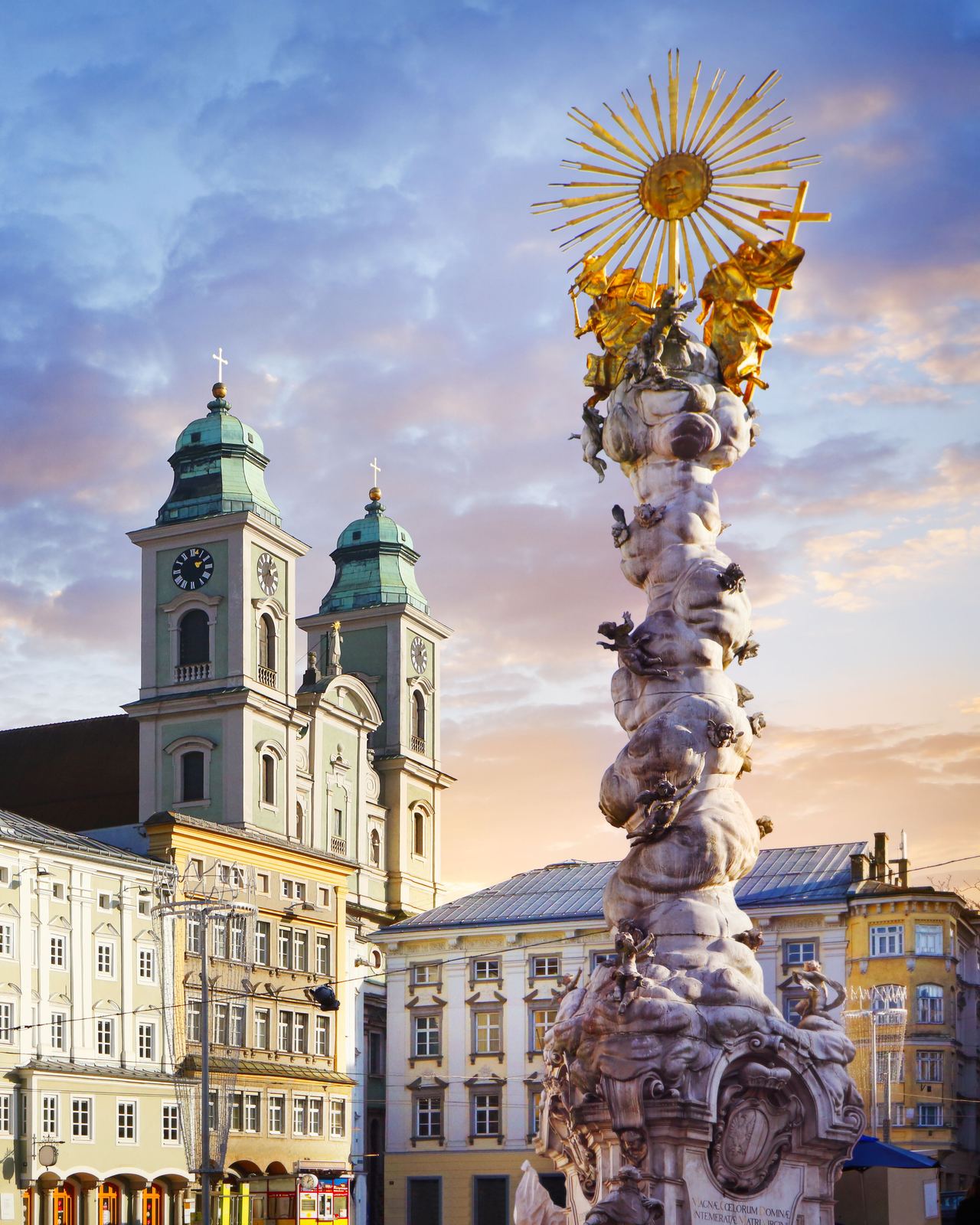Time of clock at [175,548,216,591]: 2:09
